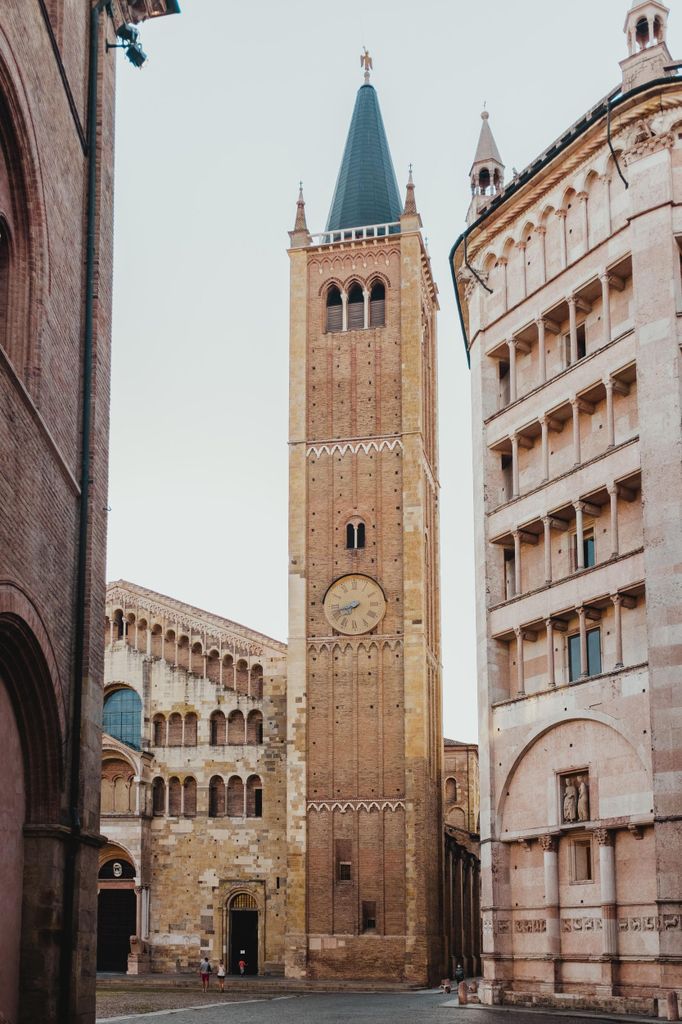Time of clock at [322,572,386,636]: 7:42
